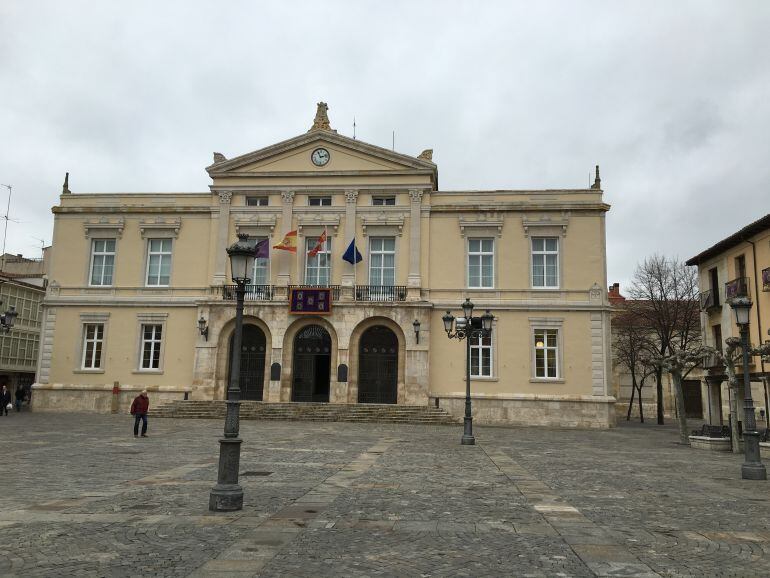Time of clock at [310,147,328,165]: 11:12
